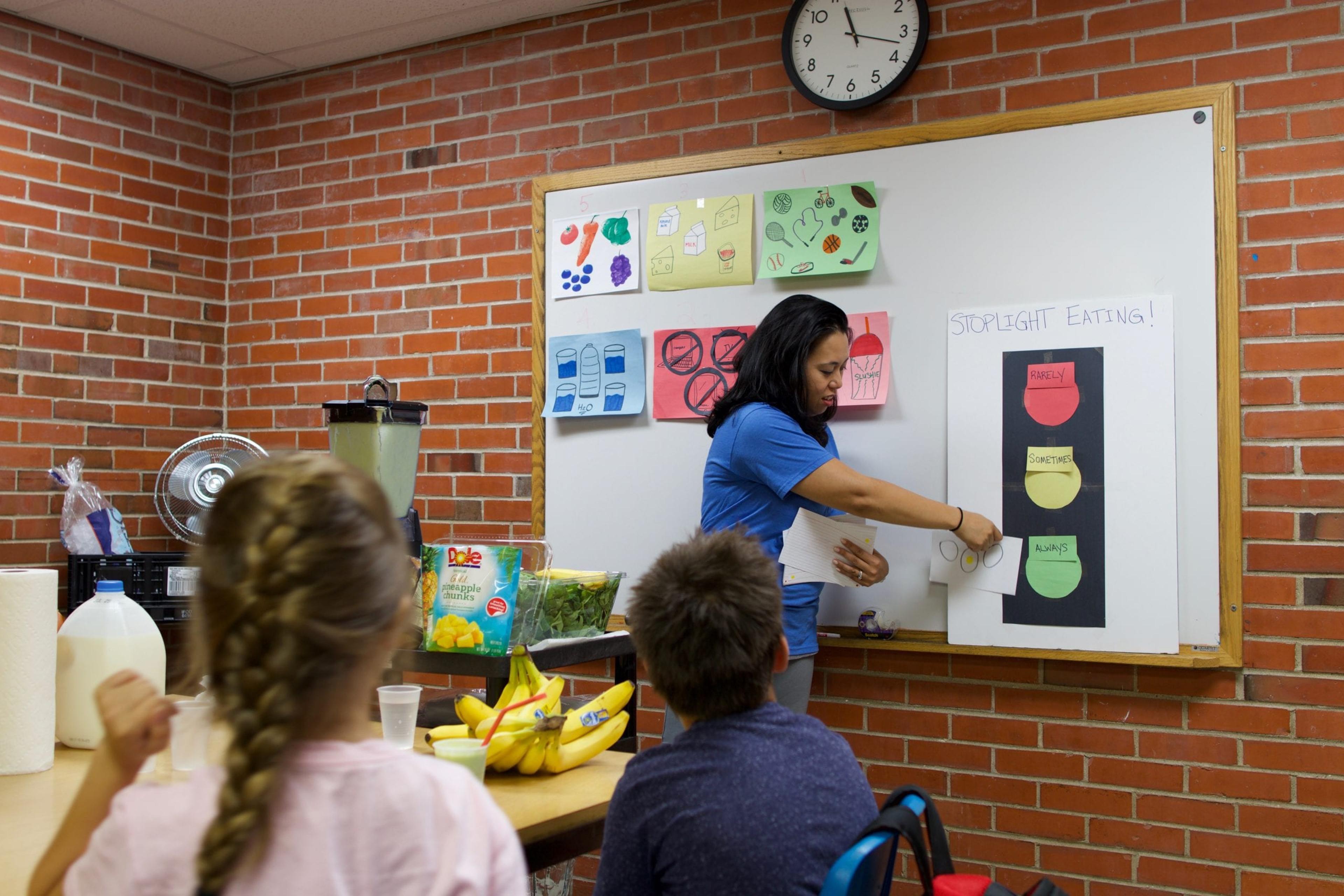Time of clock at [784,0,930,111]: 11:17
